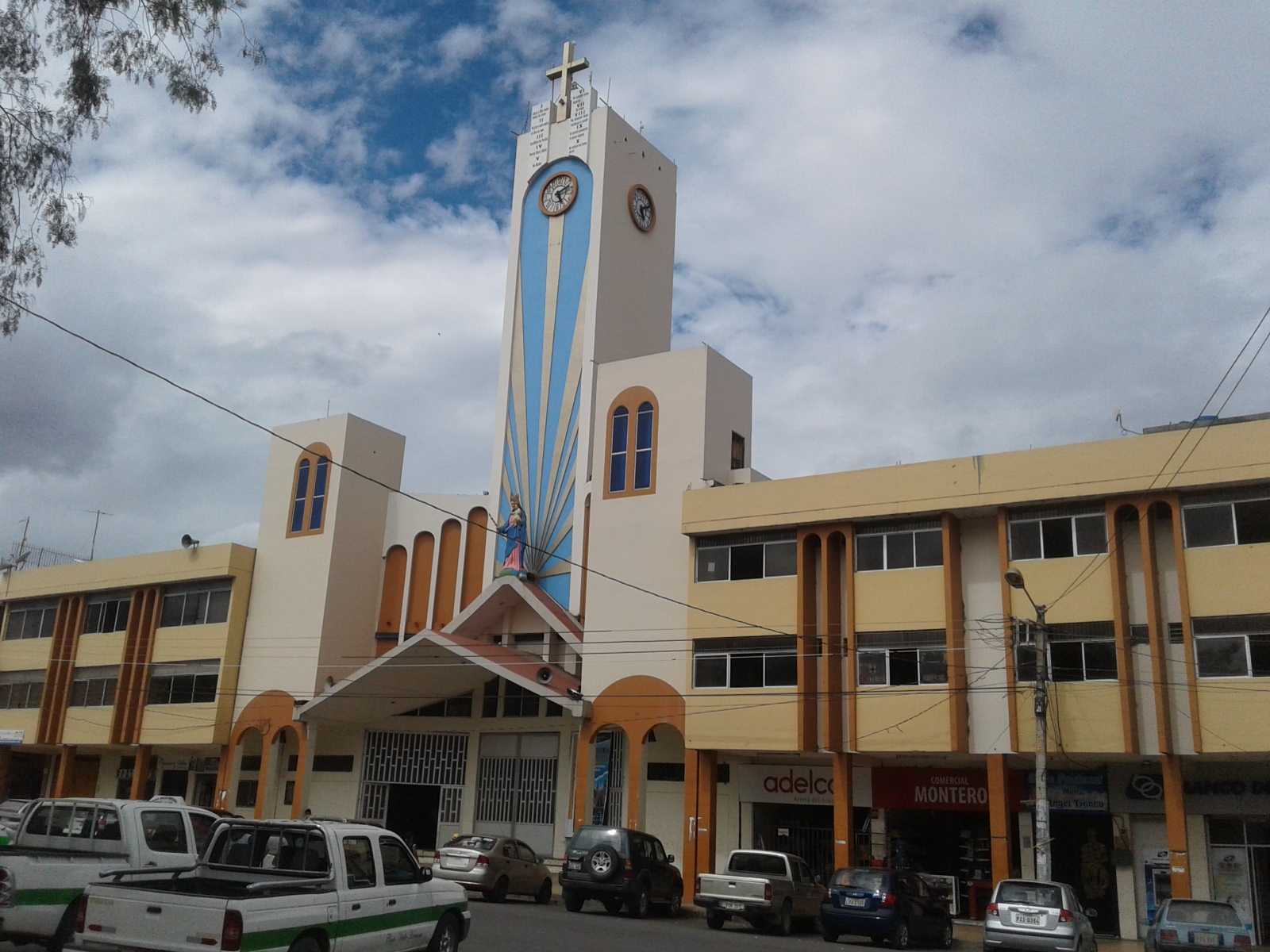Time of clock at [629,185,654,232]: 5:11
